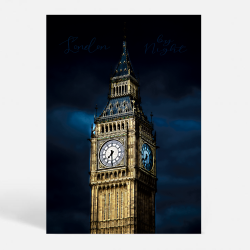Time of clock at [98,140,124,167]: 7:30
